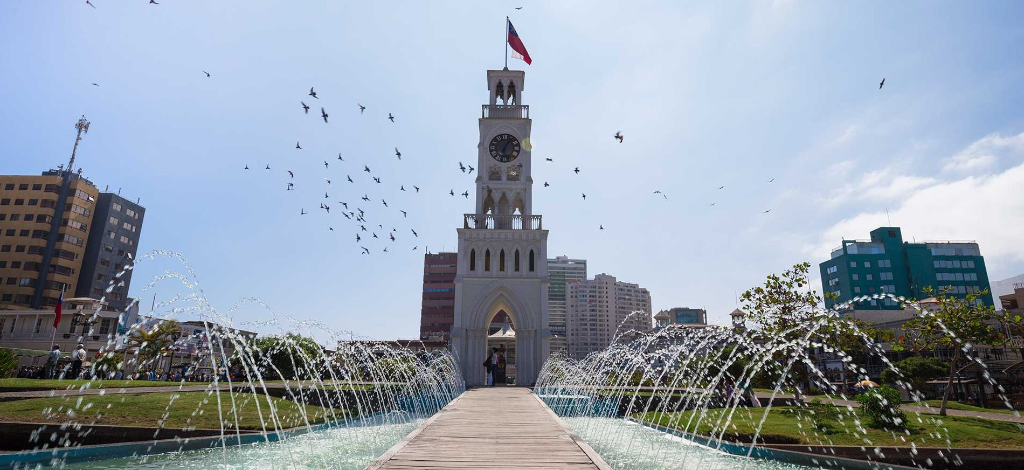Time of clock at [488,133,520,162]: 6:05
